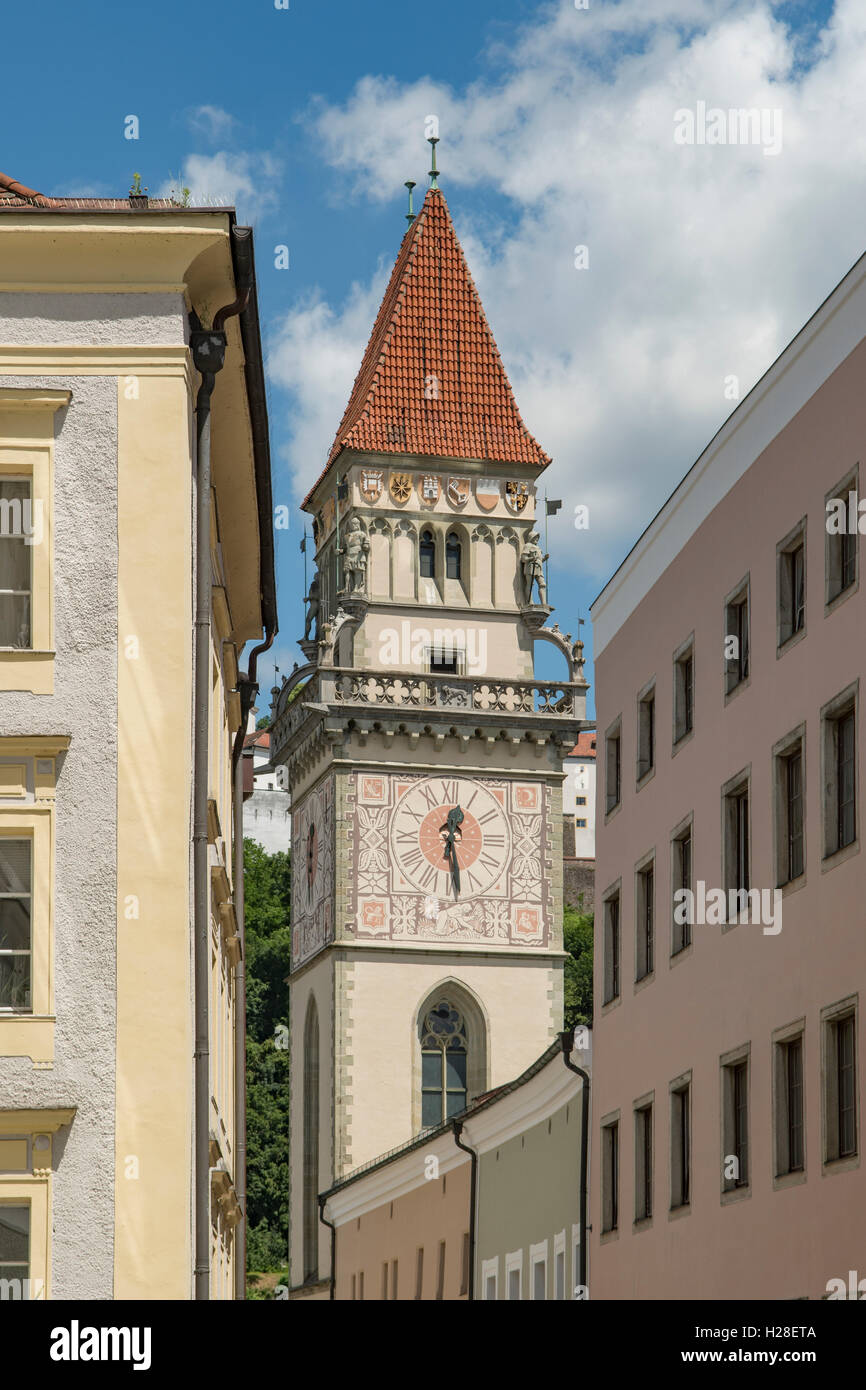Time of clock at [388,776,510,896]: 12:28
